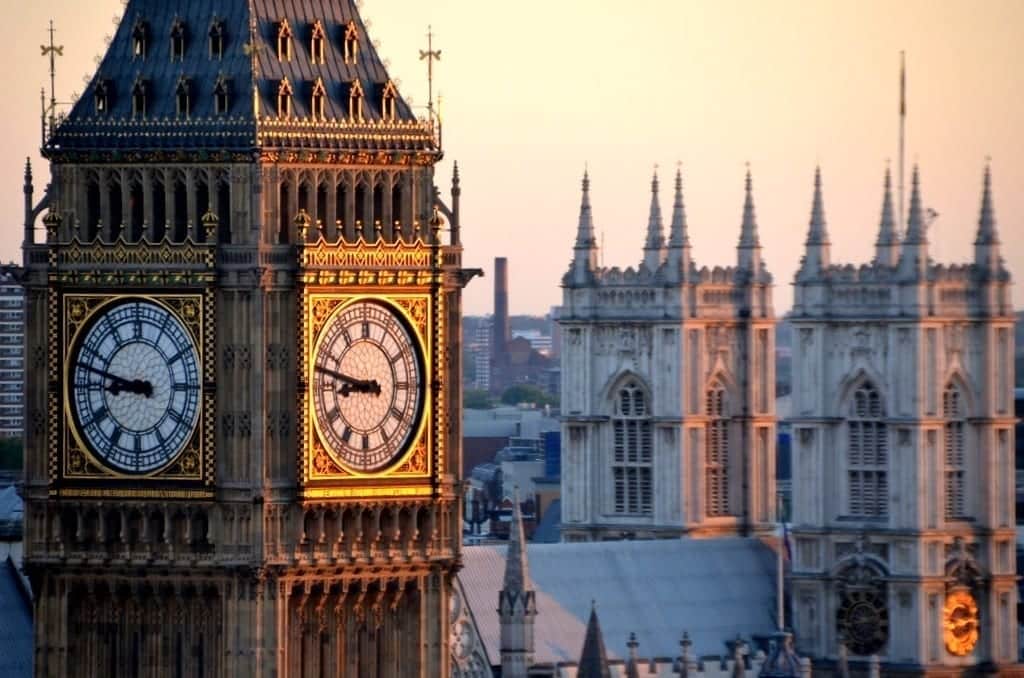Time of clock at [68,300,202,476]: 8:47
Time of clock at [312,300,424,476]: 8:47
